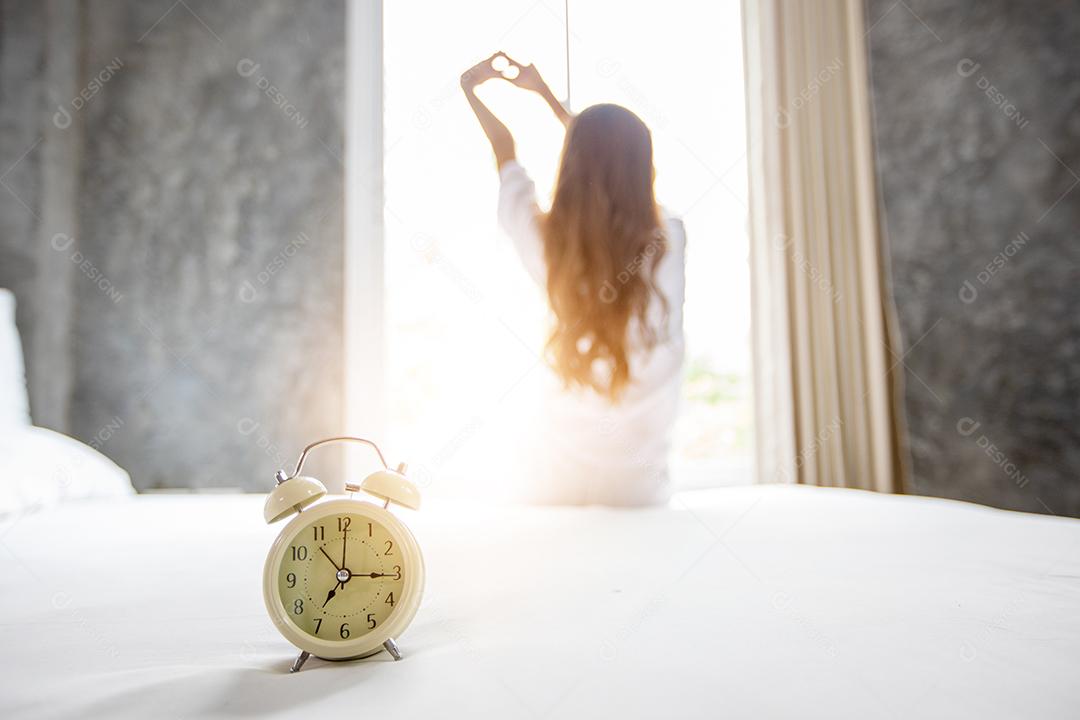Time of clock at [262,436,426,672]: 7:15
